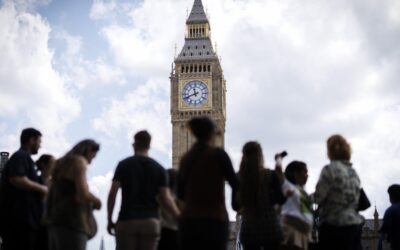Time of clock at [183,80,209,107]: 11:41
